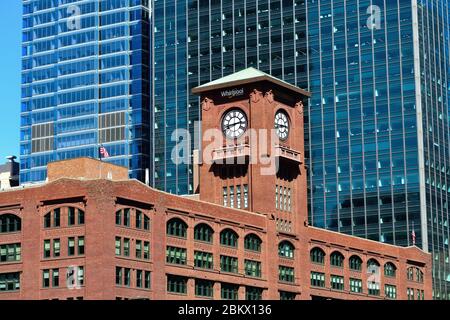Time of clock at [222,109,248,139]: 2:42
